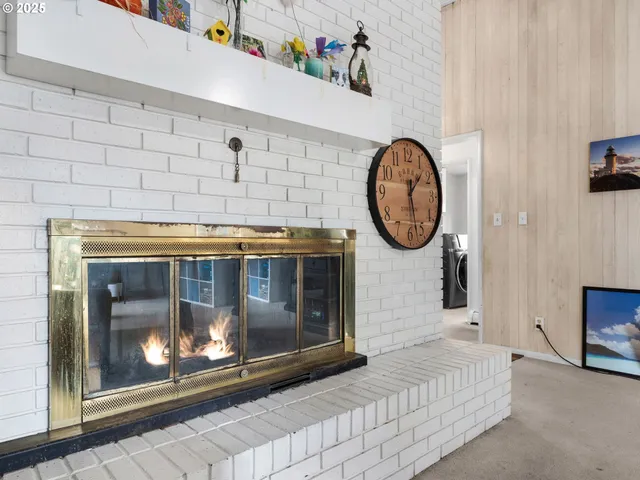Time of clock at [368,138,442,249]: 1:27
